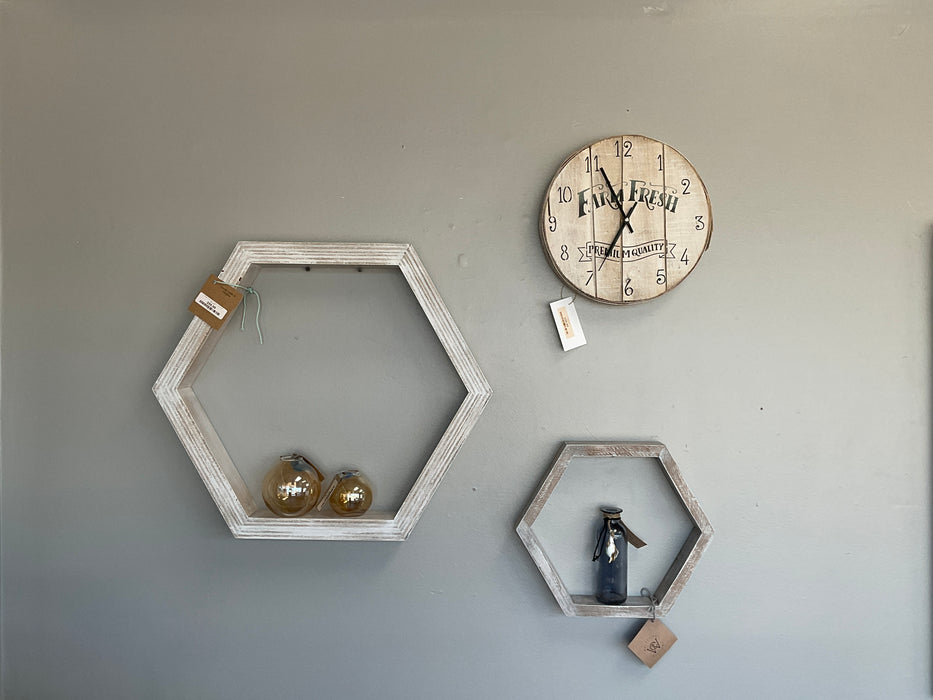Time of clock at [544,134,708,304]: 6:54
